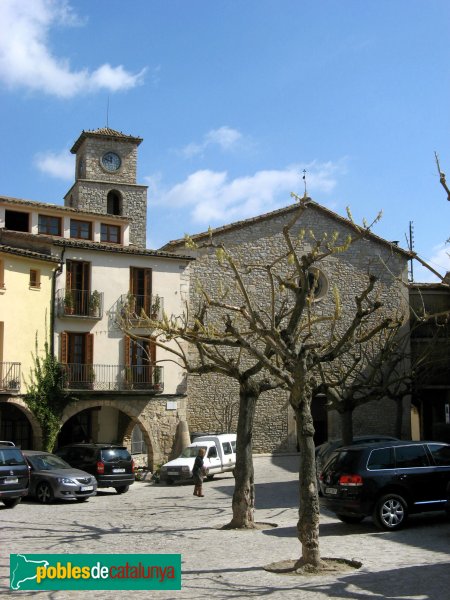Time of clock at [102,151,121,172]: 11:48
